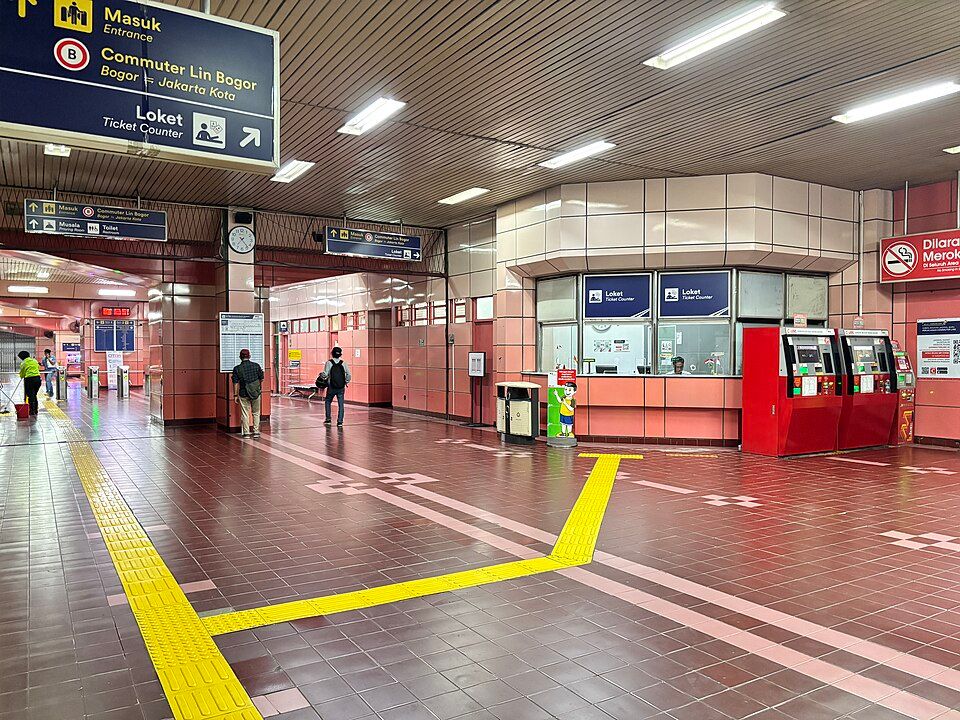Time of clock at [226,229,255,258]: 7:23
